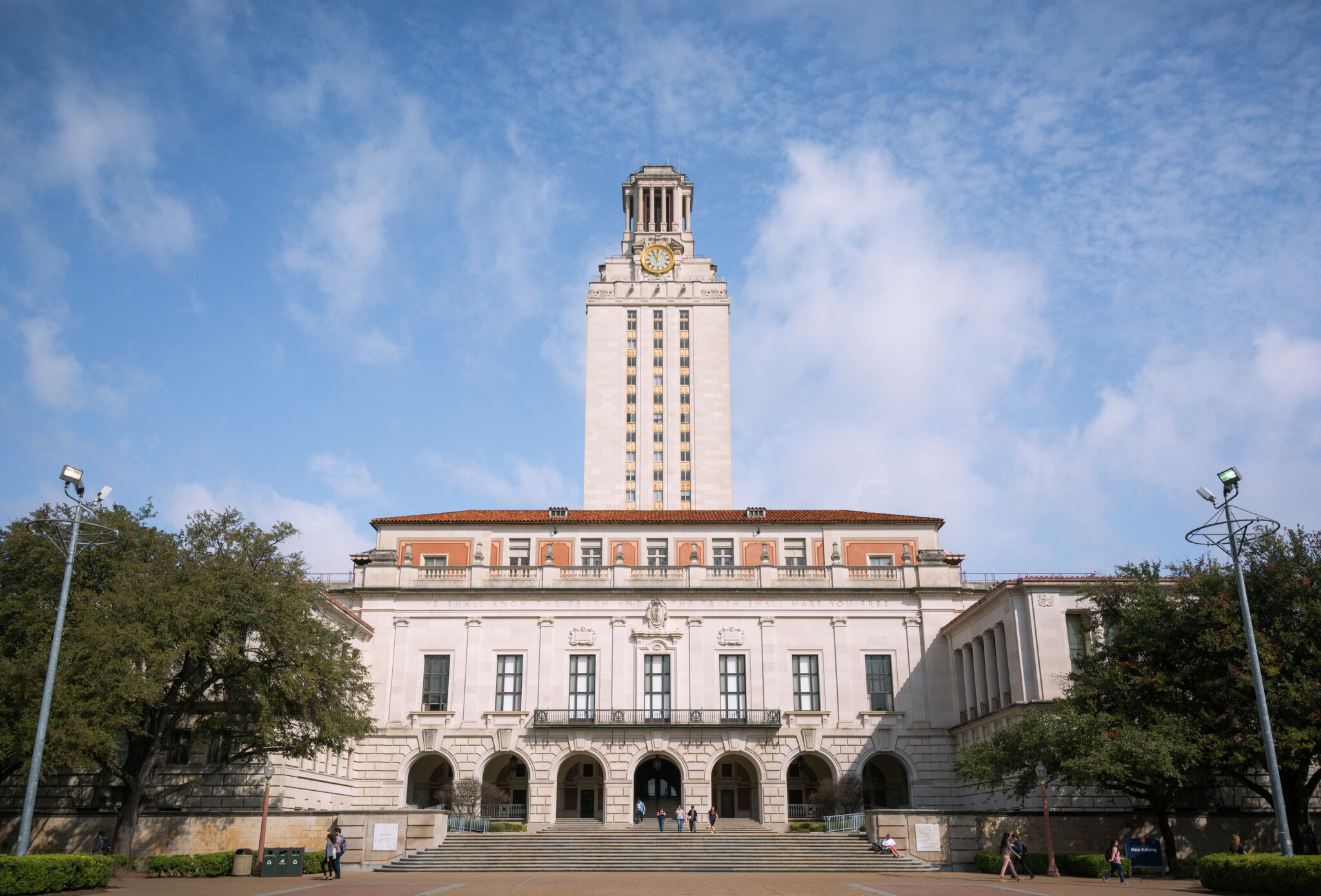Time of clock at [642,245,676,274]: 11:01
